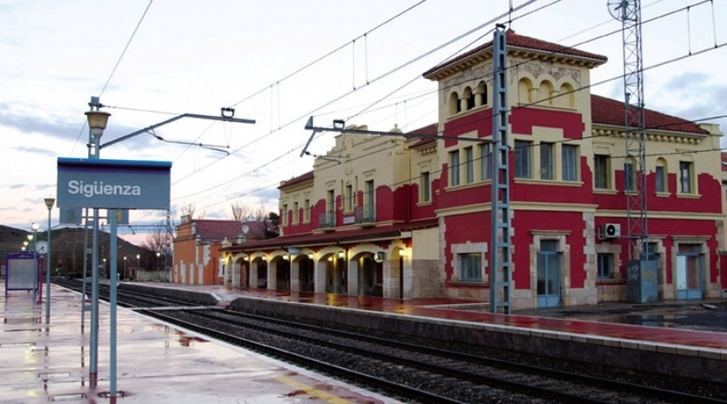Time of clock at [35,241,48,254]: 7:27
